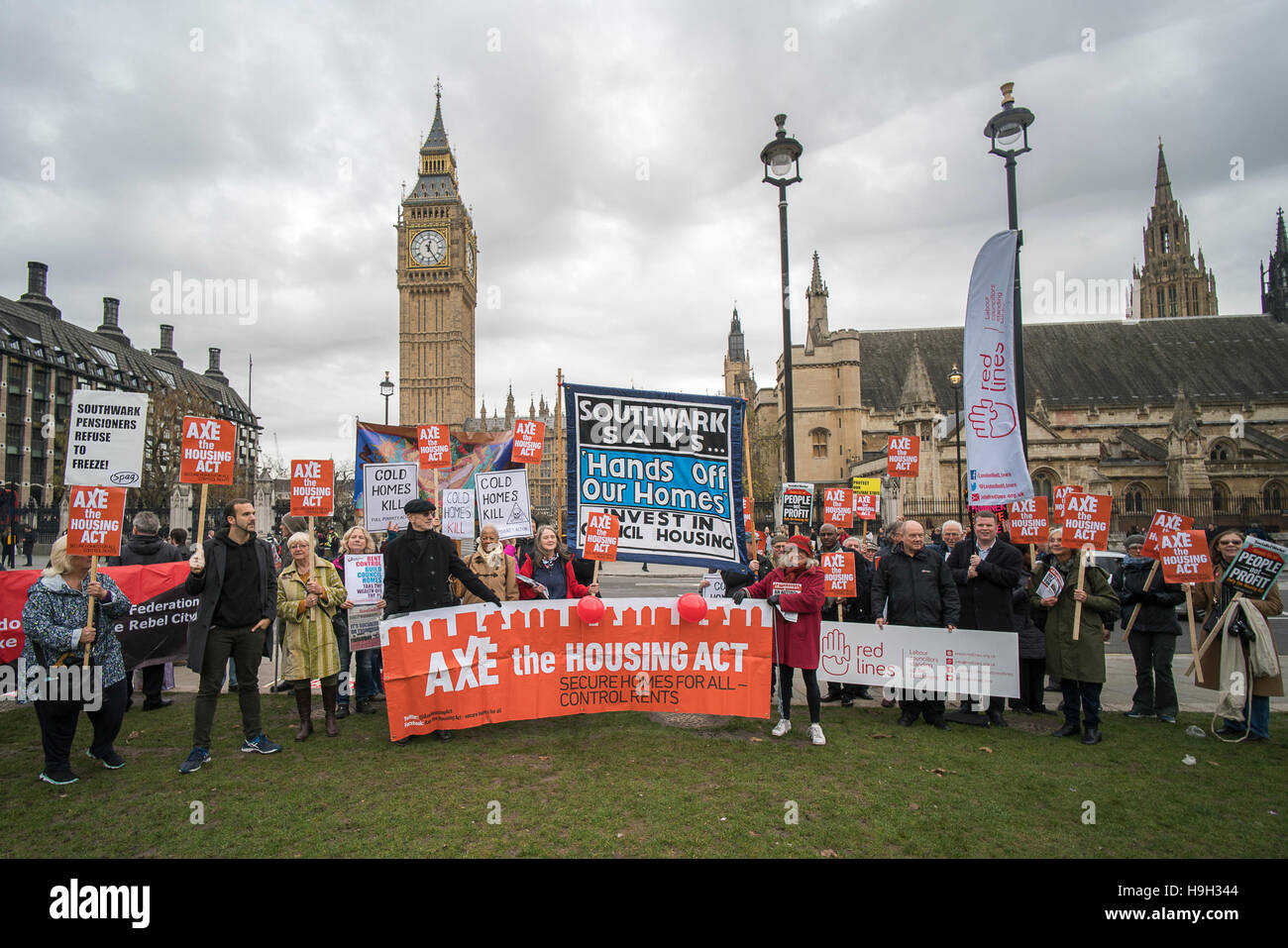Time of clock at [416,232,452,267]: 12:24
